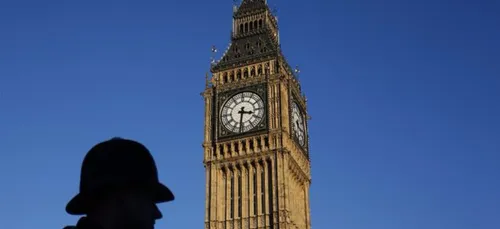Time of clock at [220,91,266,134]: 3:31
